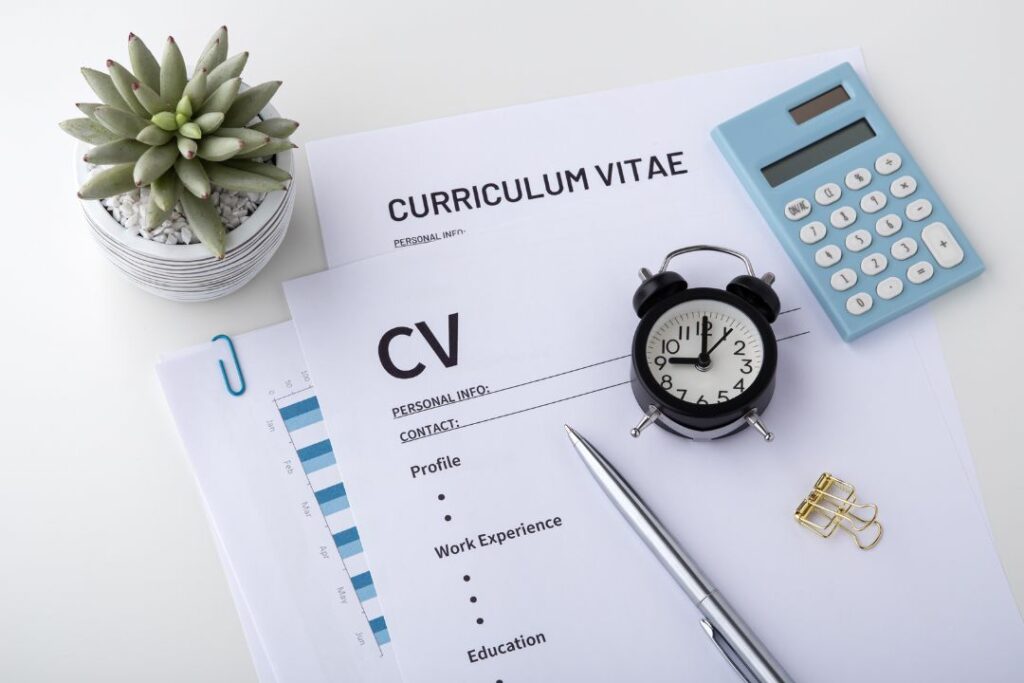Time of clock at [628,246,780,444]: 9:00
